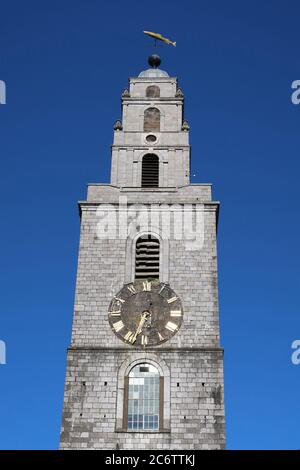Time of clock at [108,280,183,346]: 12:33
